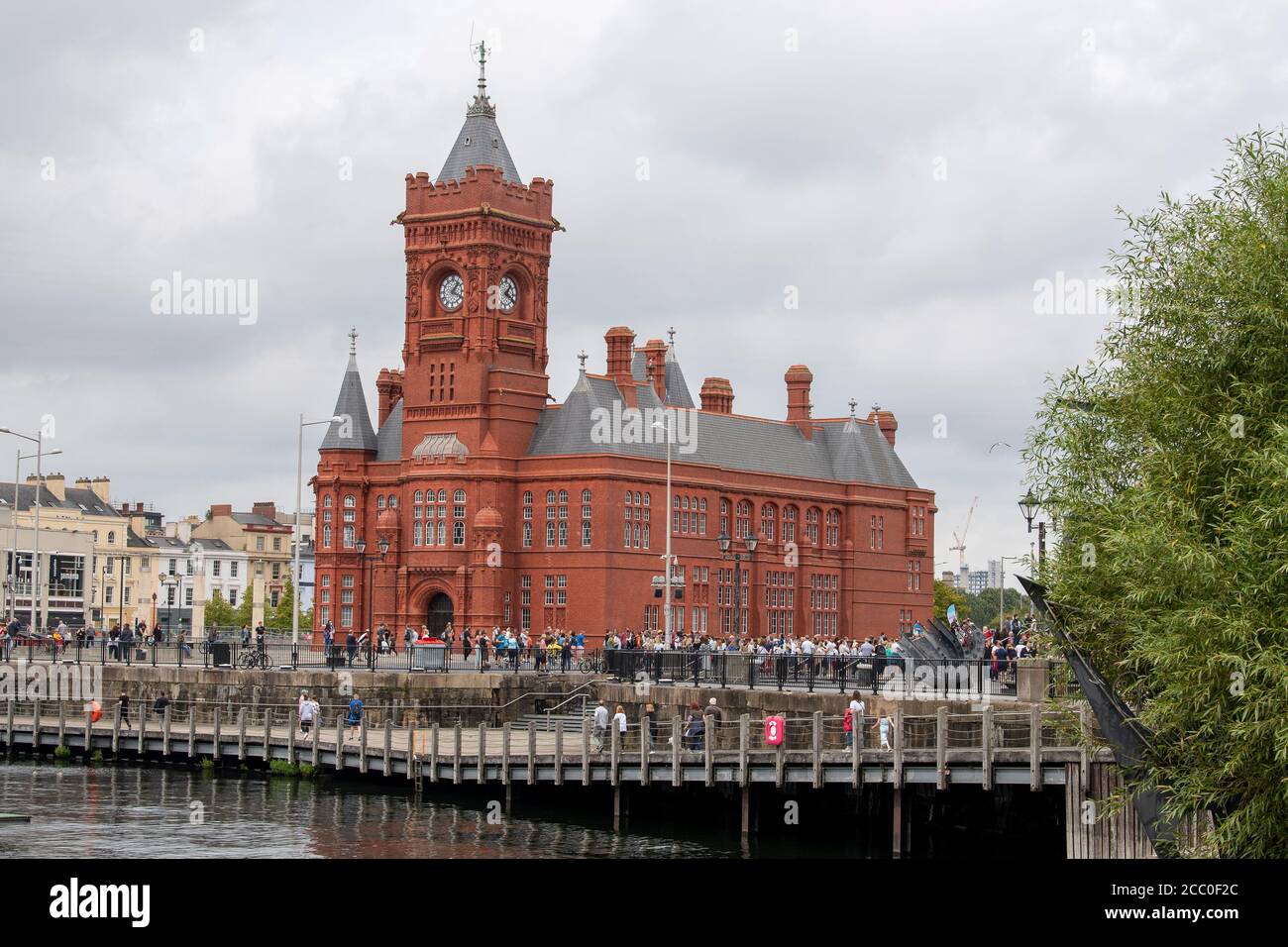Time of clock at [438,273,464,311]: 1:18
